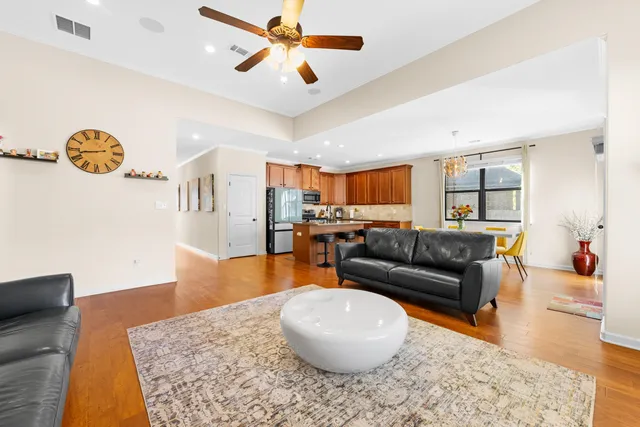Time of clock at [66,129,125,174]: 8:42
